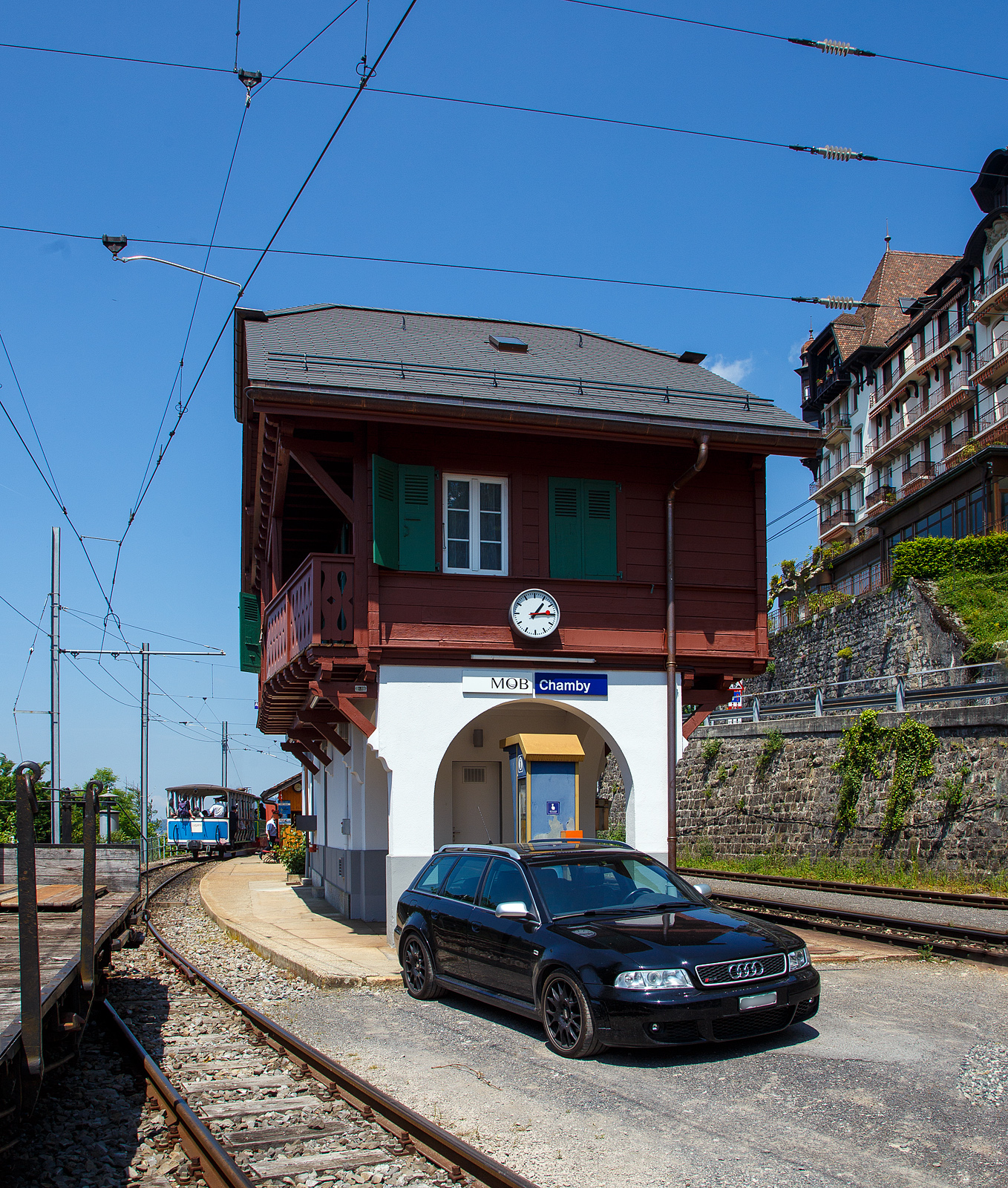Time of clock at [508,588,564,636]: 1:14
